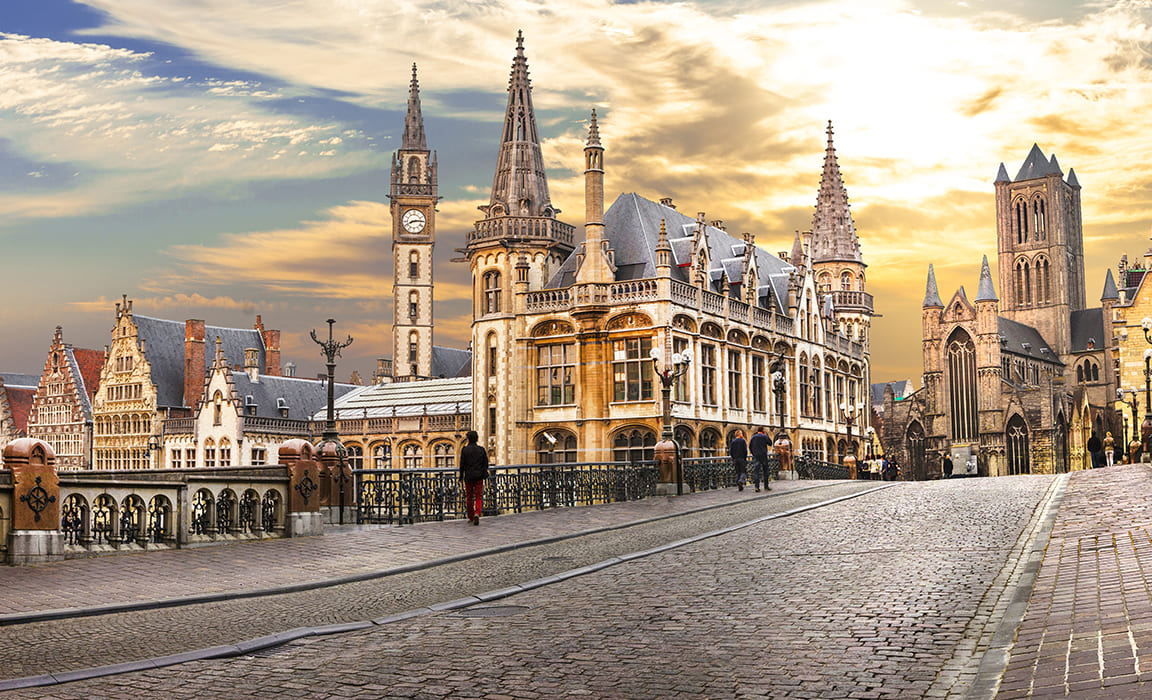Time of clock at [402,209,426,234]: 8:14
